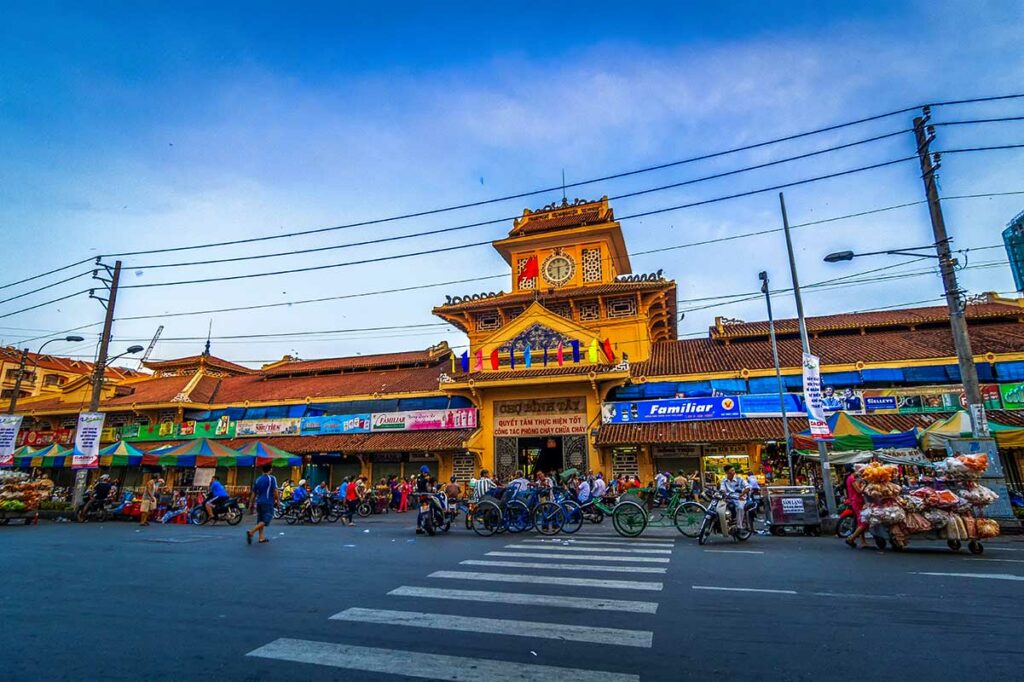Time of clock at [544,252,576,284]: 2:29
